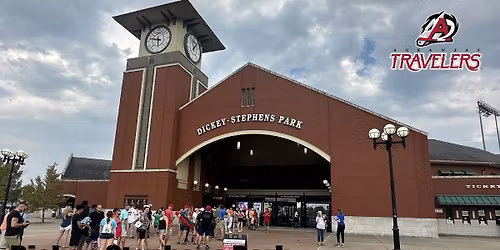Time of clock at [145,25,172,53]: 5:47
